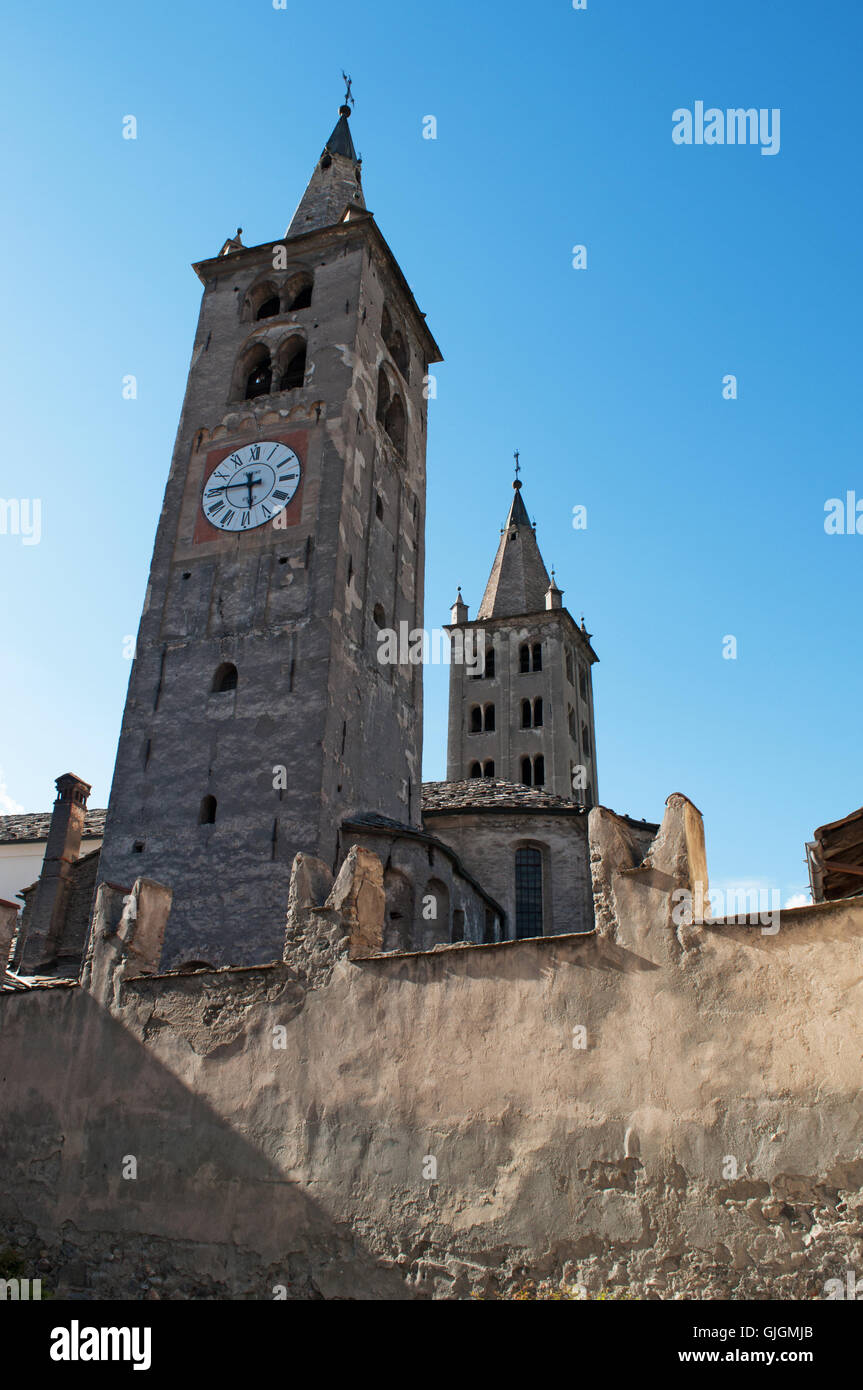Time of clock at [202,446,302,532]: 5:45
